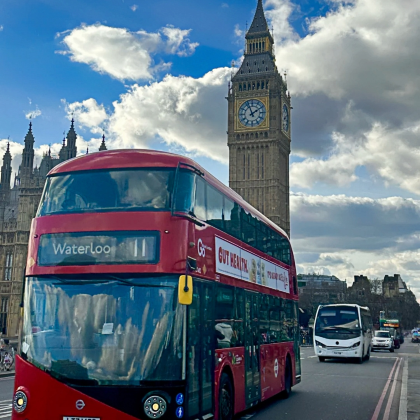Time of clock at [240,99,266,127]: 1:56
